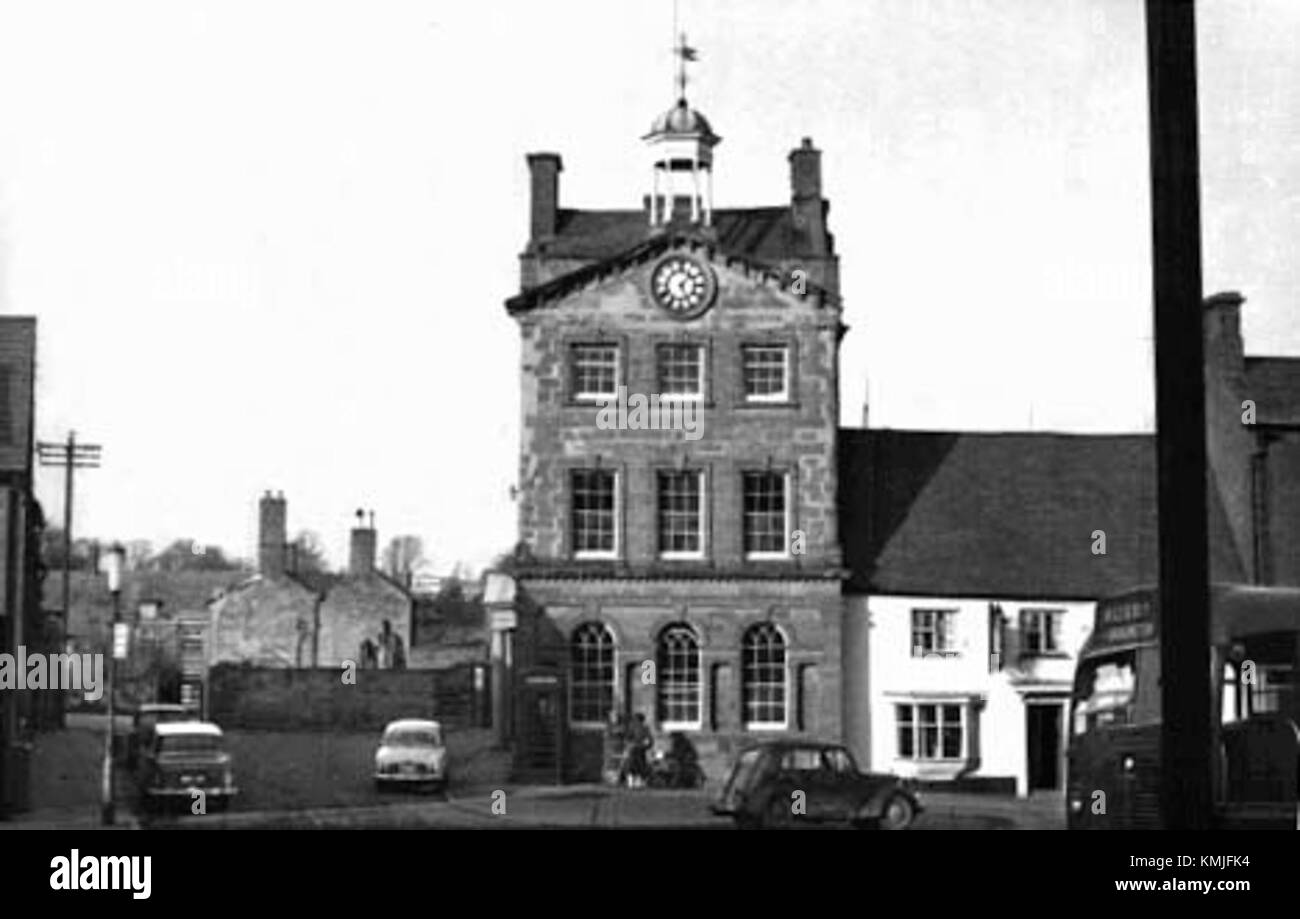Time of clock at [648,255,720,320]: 1:26
